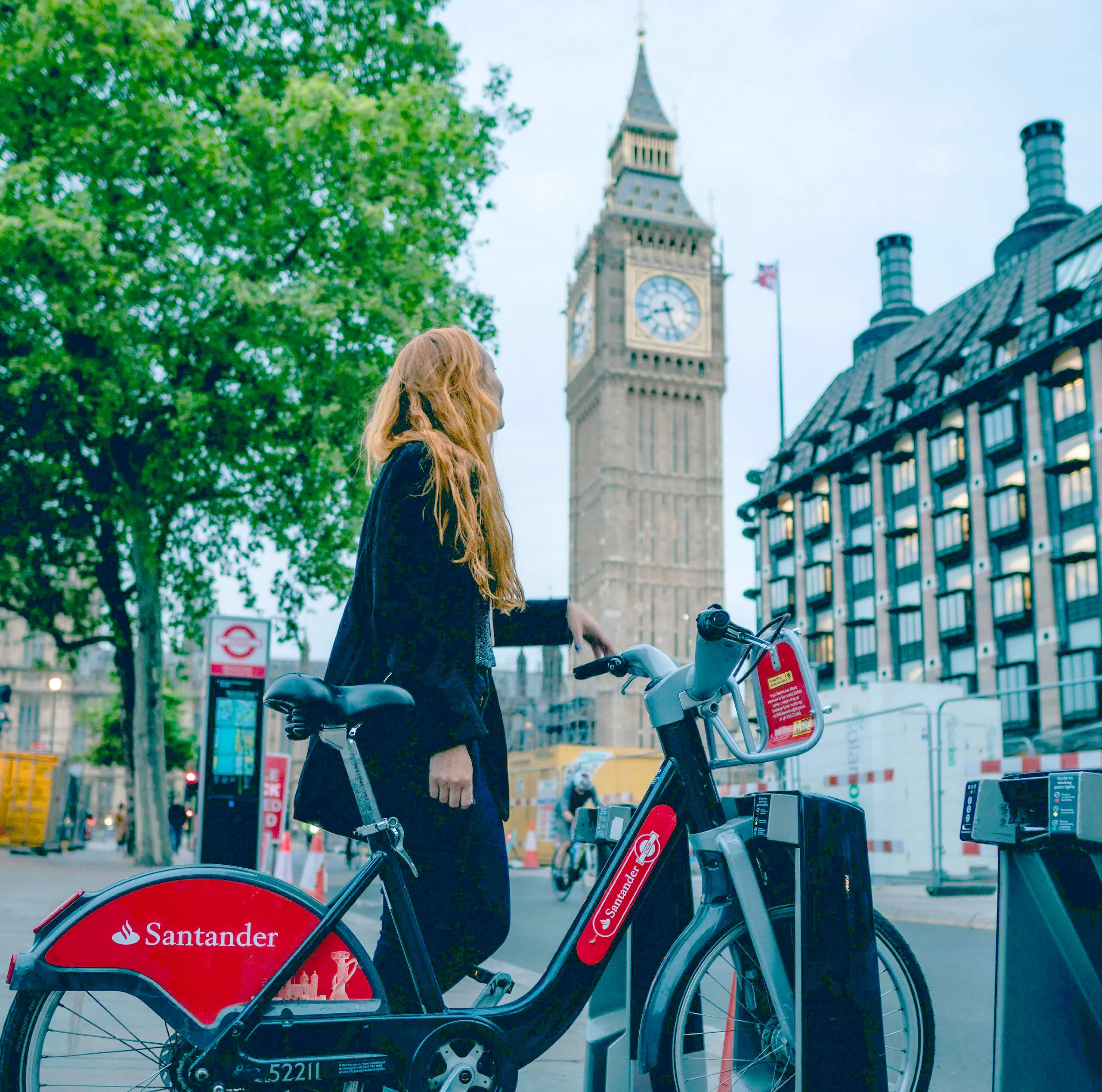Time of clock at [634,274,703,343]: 8:26
